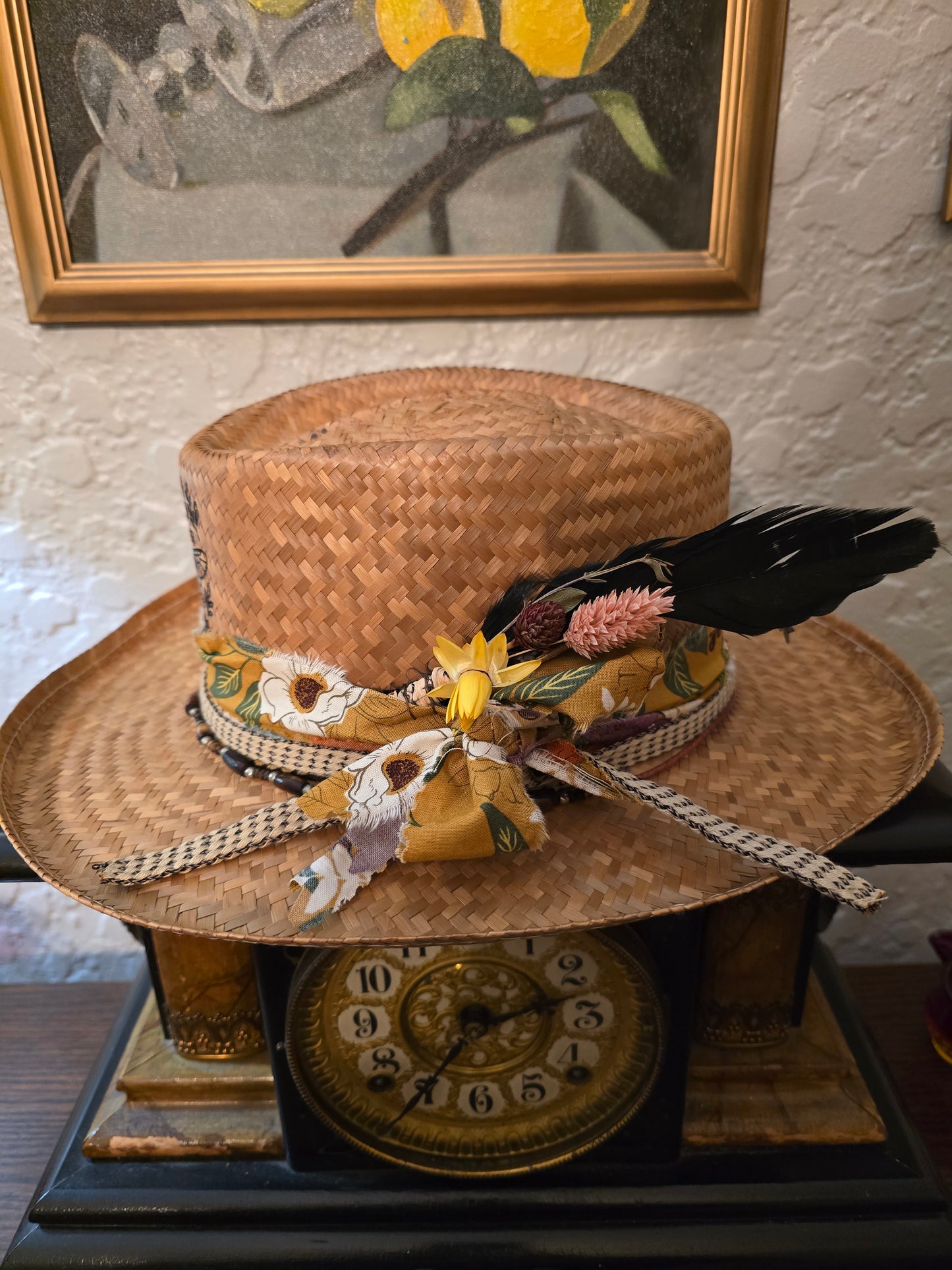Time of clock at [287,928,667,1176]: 2:35
